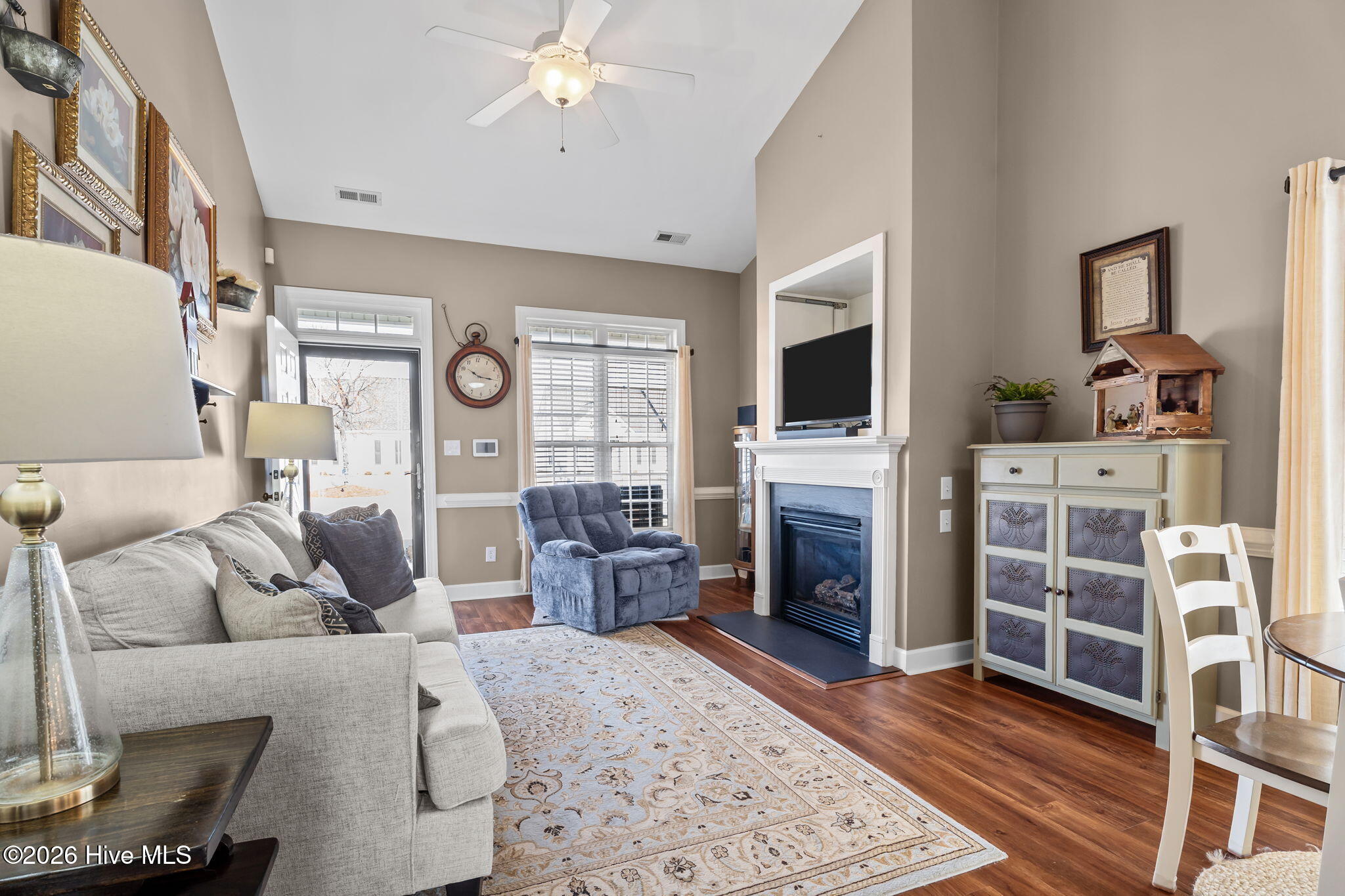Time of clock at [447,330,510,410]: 10:17
